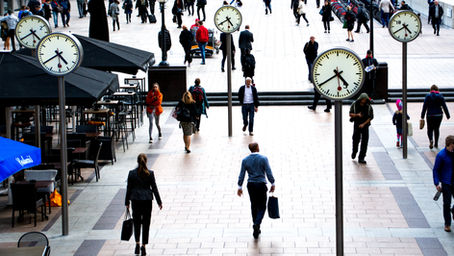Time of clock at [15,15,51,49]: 4:39
